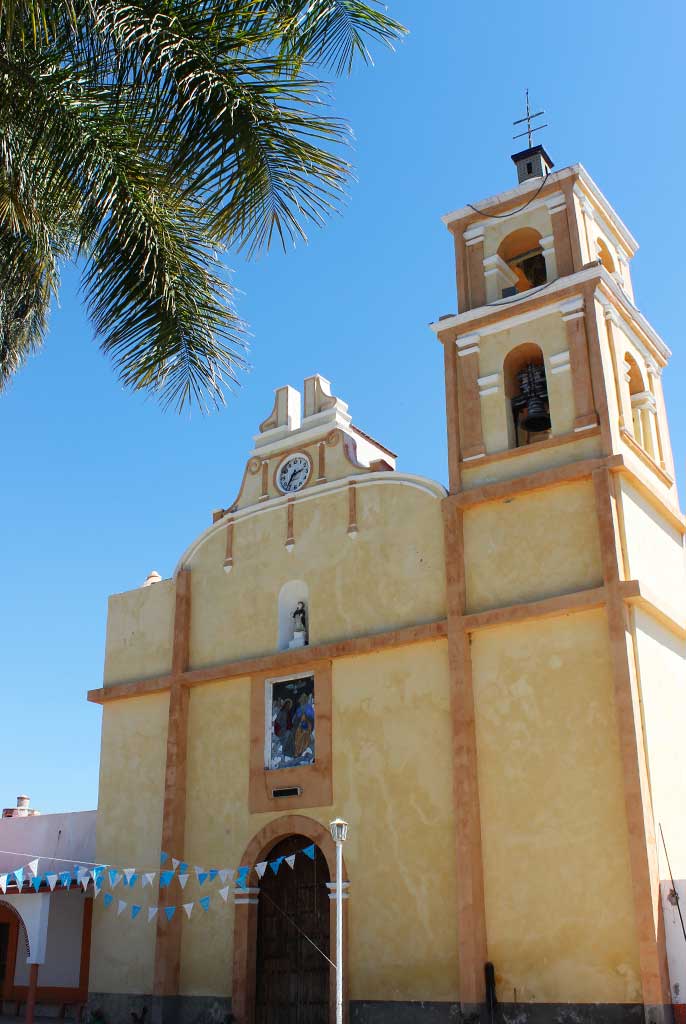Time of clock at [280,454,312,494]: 2:36
